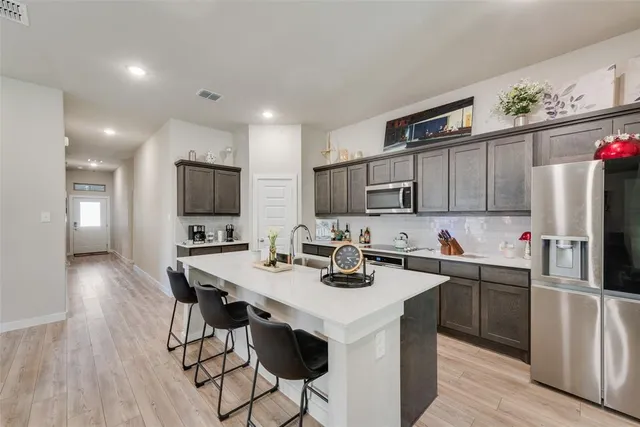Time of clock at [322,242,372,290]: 4:14
